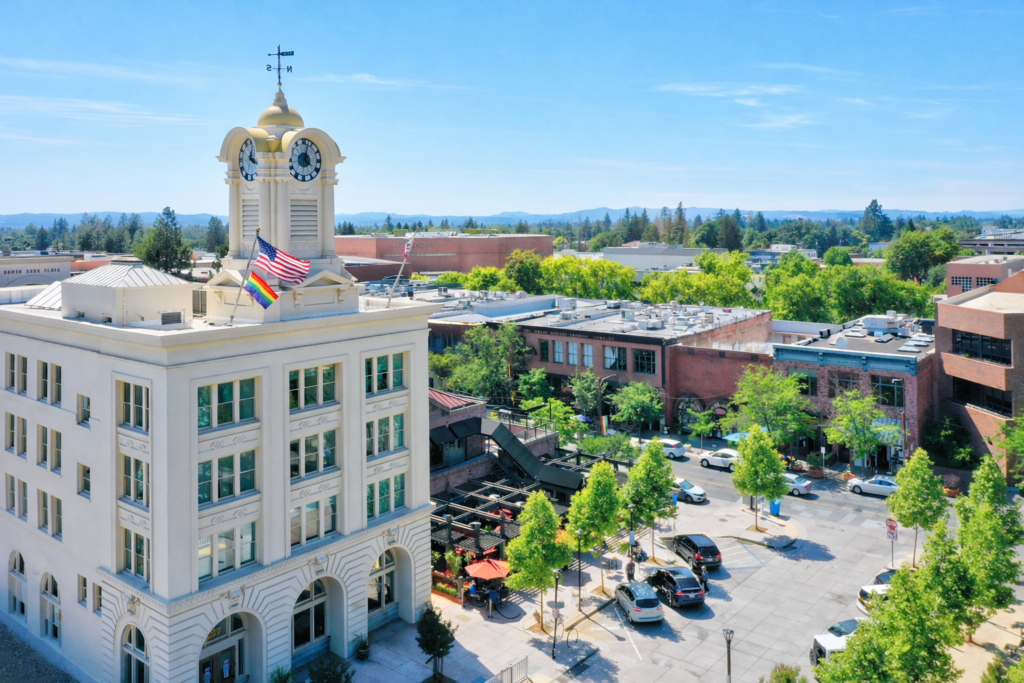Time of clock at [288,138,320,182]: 4:02
